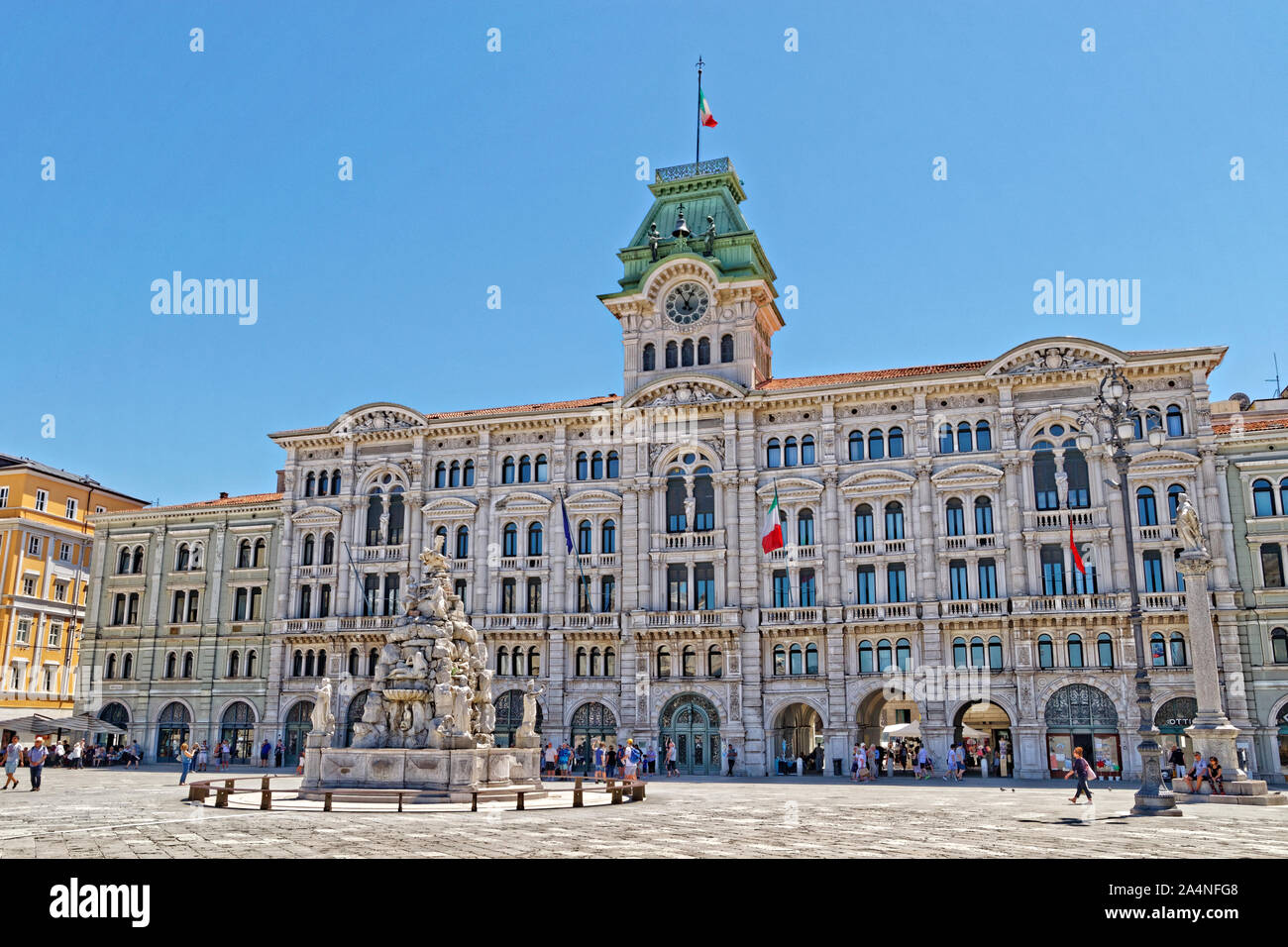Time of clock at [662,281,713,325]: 12:55
